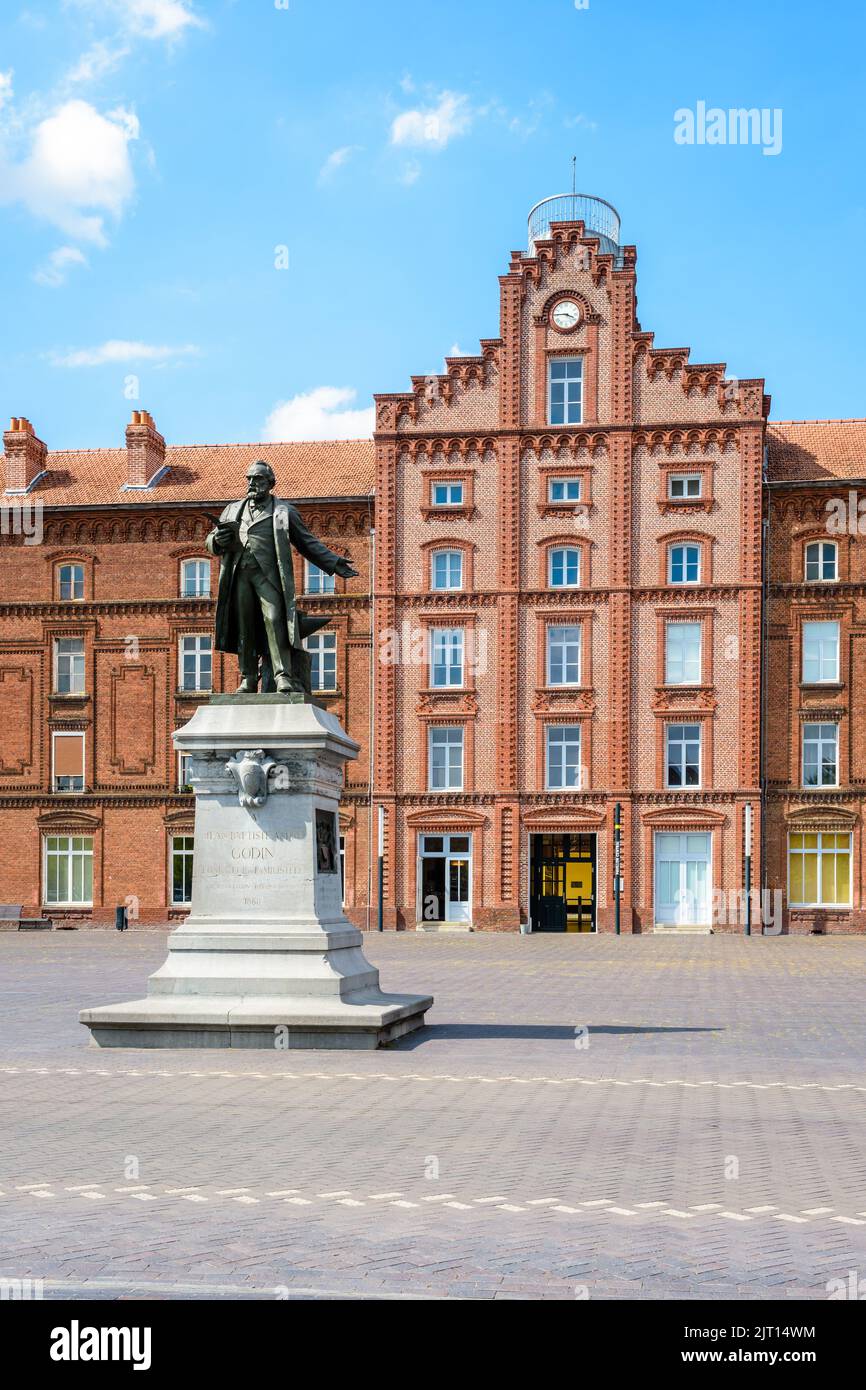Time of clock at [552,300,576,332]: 3:45
